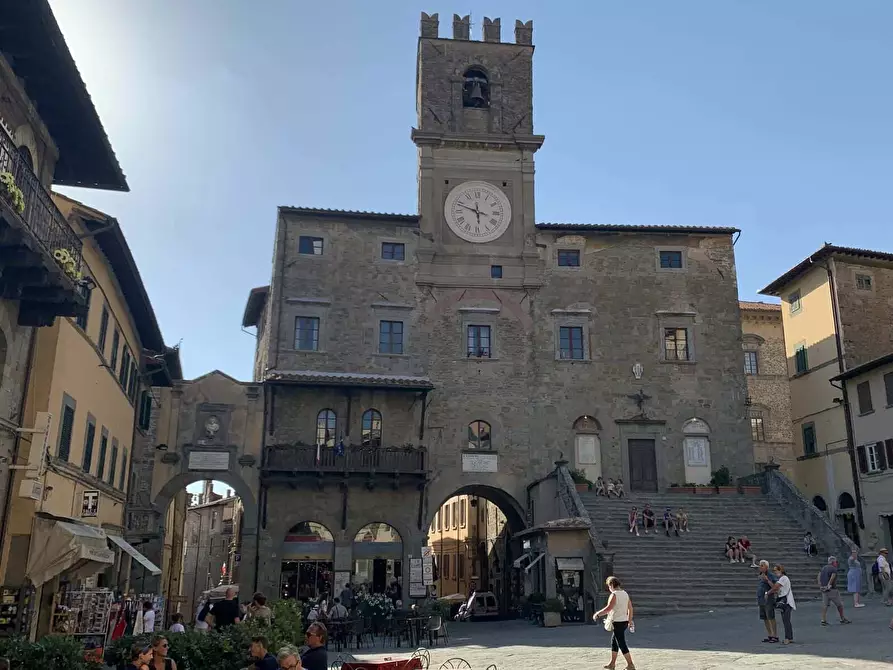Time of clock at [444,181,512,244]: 5:48
